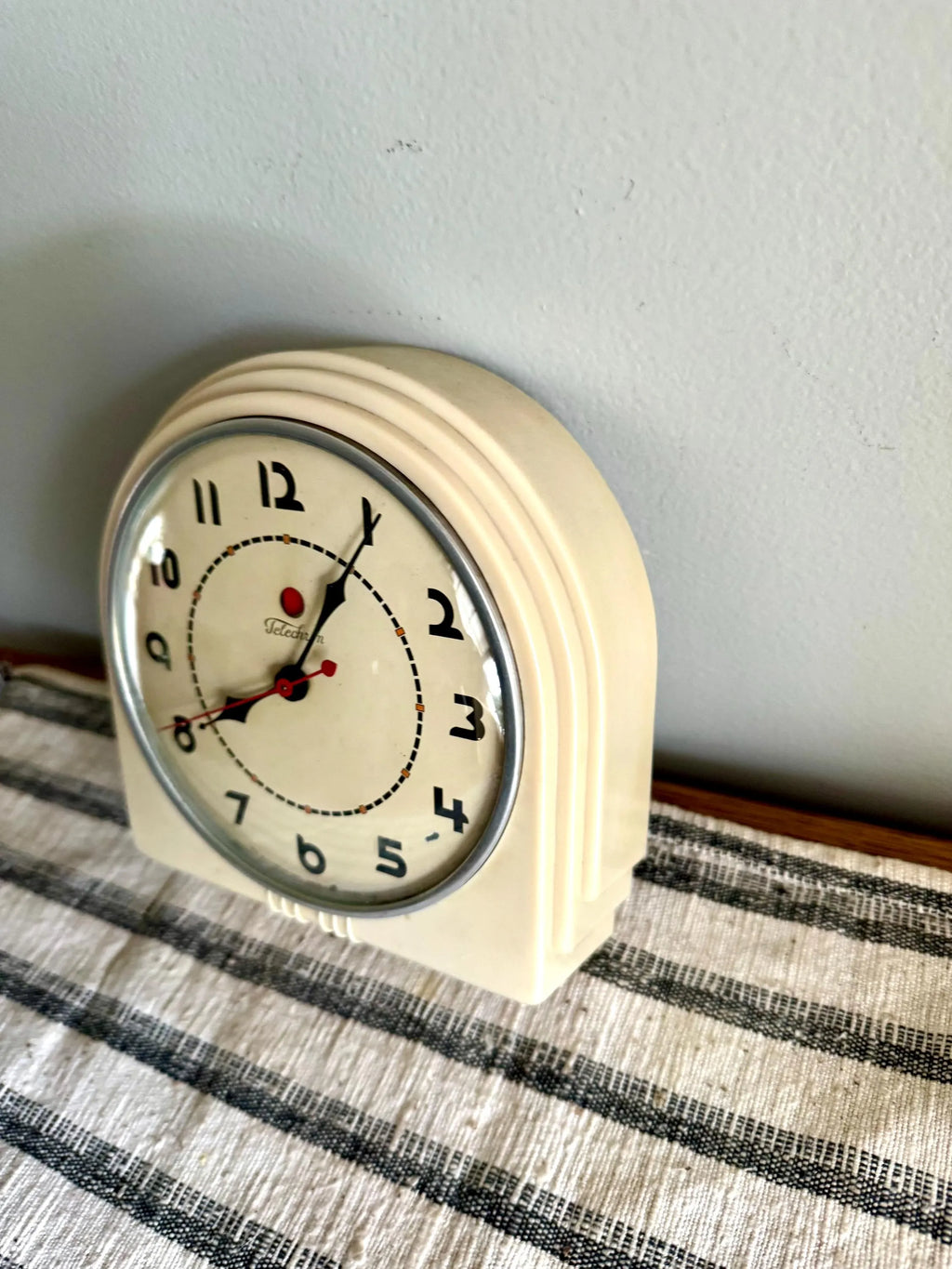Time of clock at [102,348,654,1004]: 8:05
